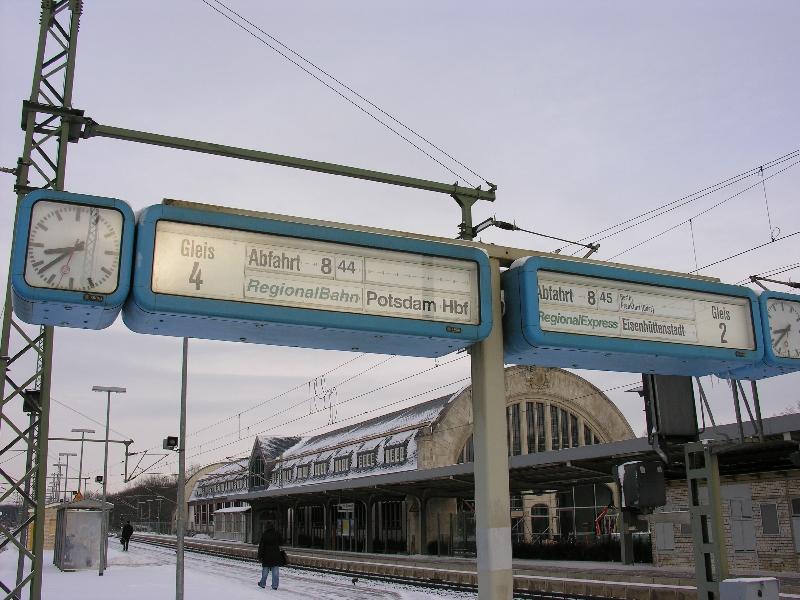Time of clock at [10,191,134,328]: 8:38
